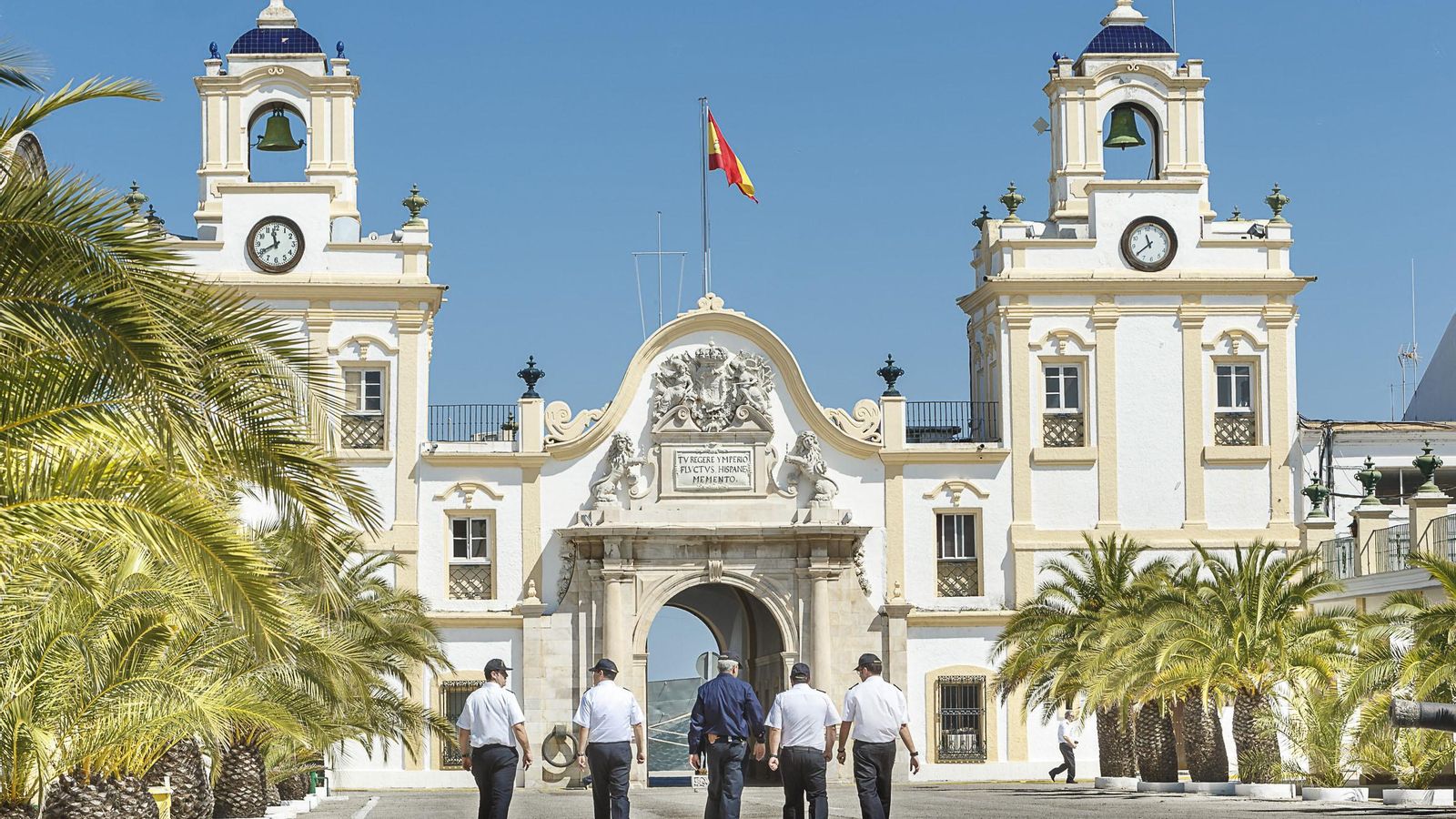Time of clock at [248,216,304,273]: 11:40
